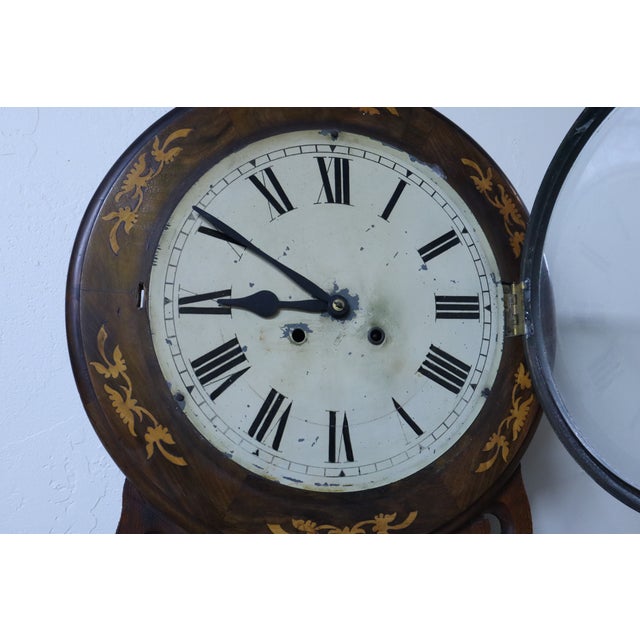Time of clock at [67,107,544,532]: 8:50
